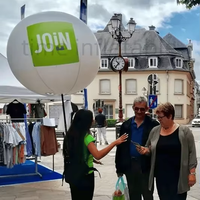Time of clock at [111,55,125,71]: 10:37
